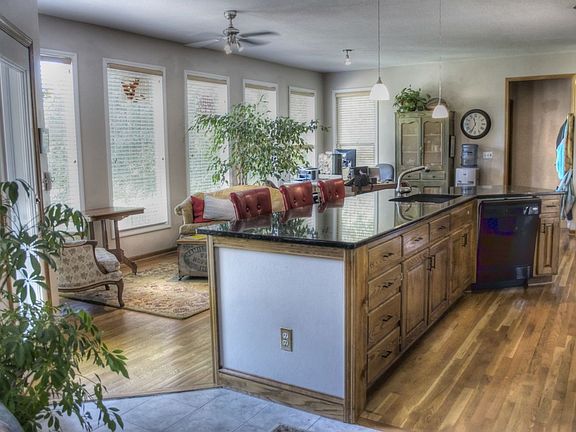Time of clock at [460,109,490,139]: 11:34
